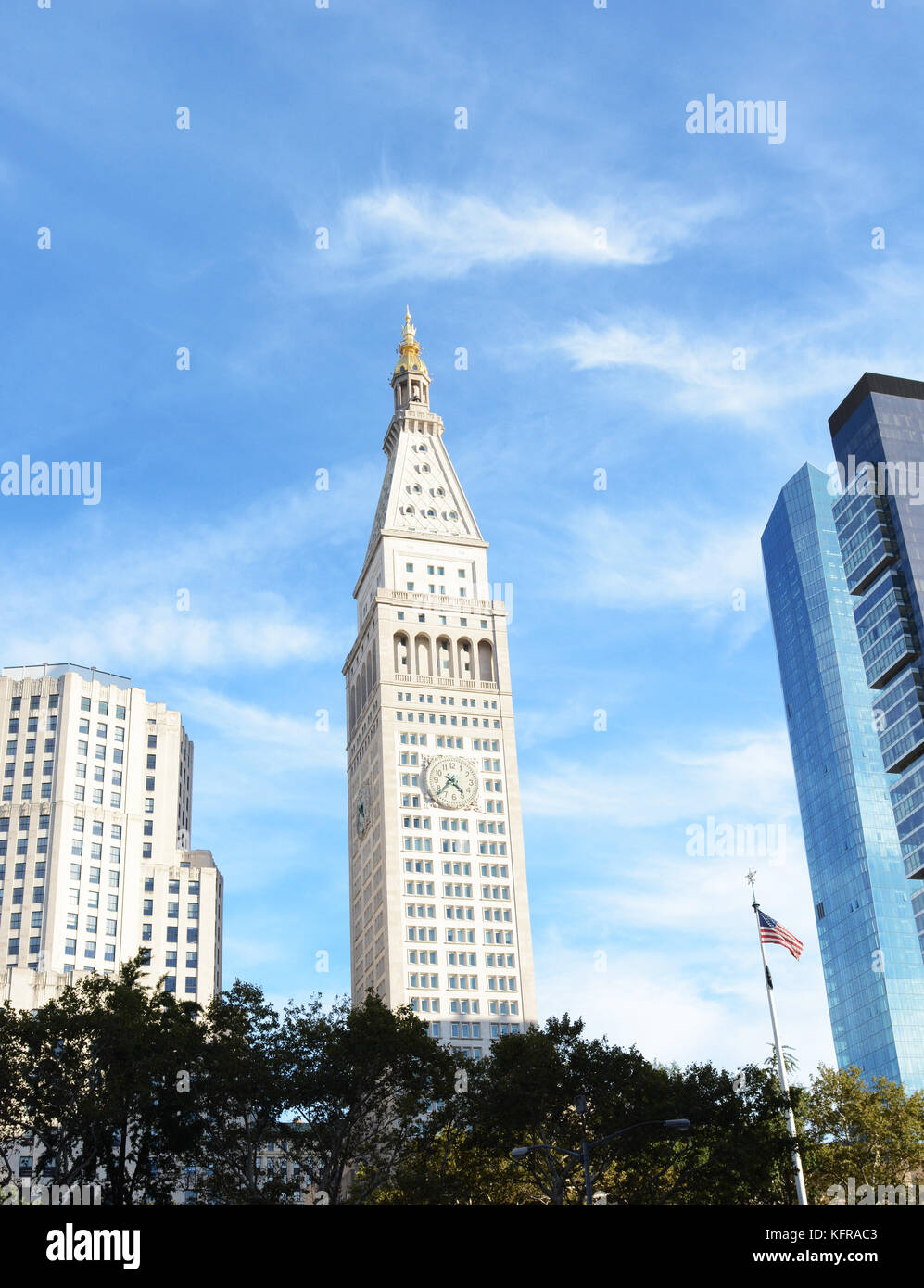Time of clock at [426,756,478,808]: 4:37
